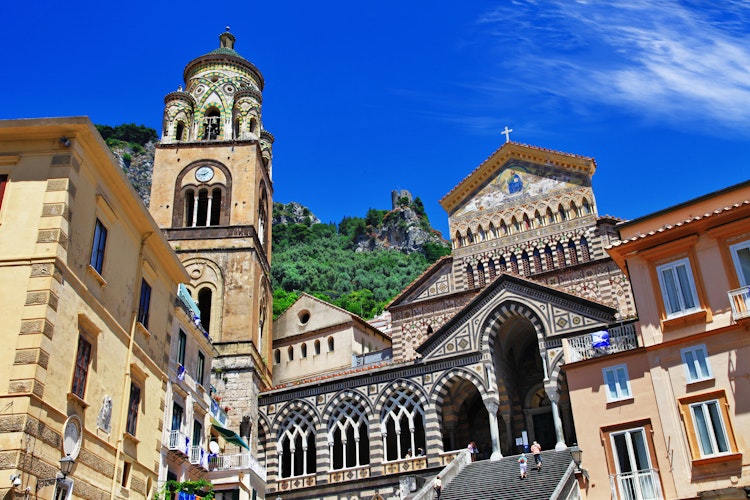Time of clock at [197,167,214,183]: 1:43
